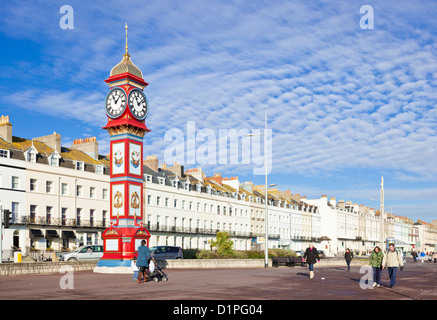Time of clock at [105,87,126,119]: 11:07
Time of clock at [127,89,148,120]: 11:07
